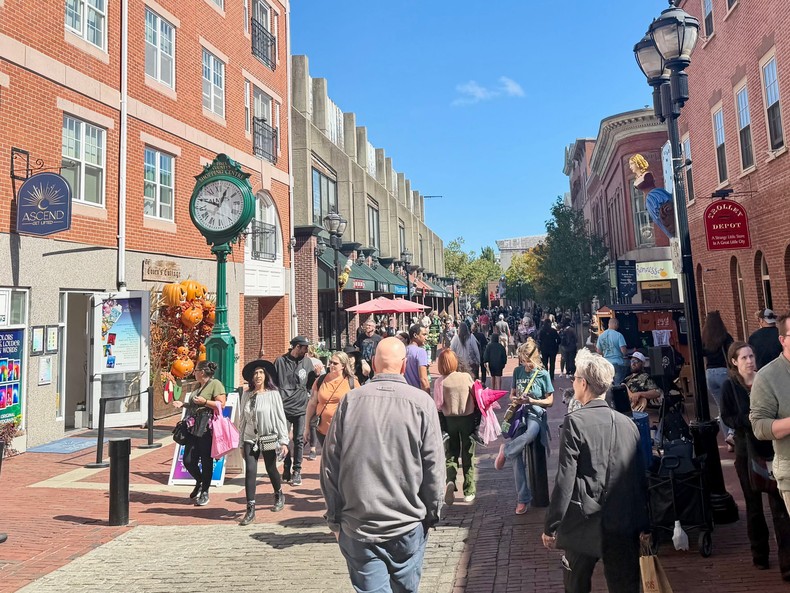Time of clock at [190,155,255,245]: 12:49
